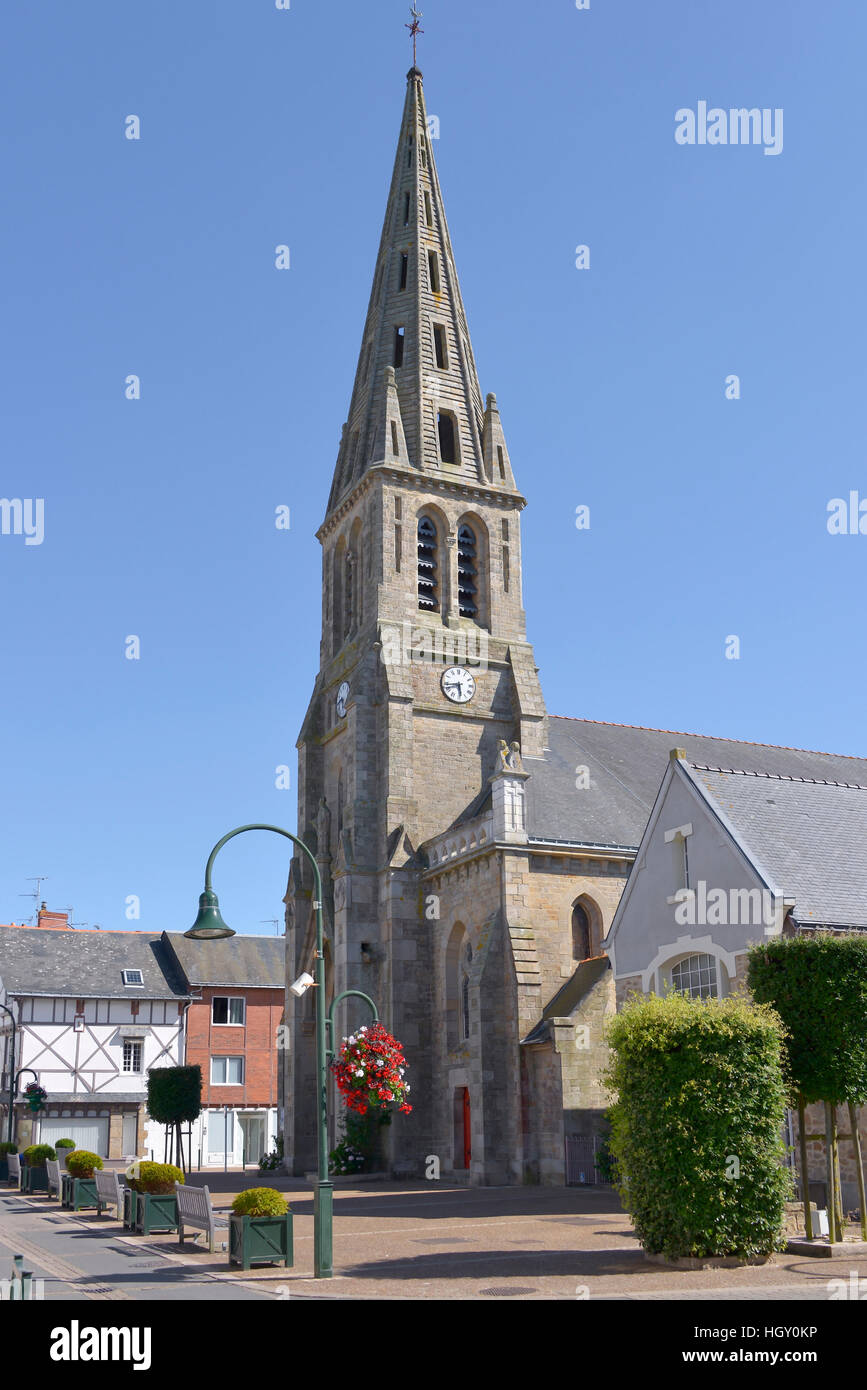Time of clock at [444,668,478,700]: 5:43
